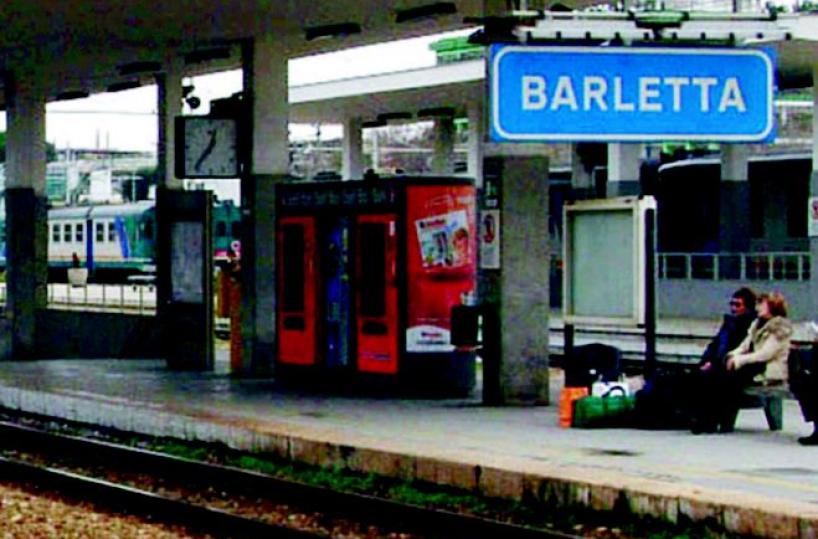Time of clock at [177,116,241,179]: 12:36
